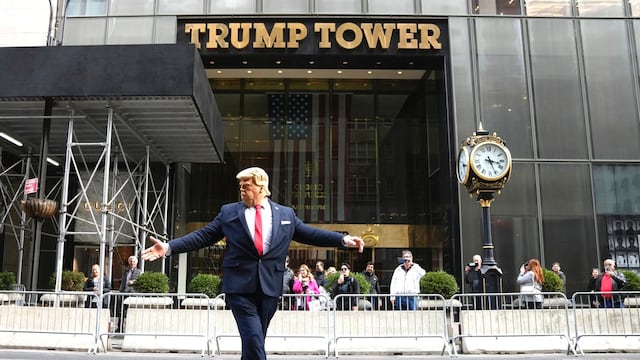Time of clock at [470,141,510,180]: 3:26
